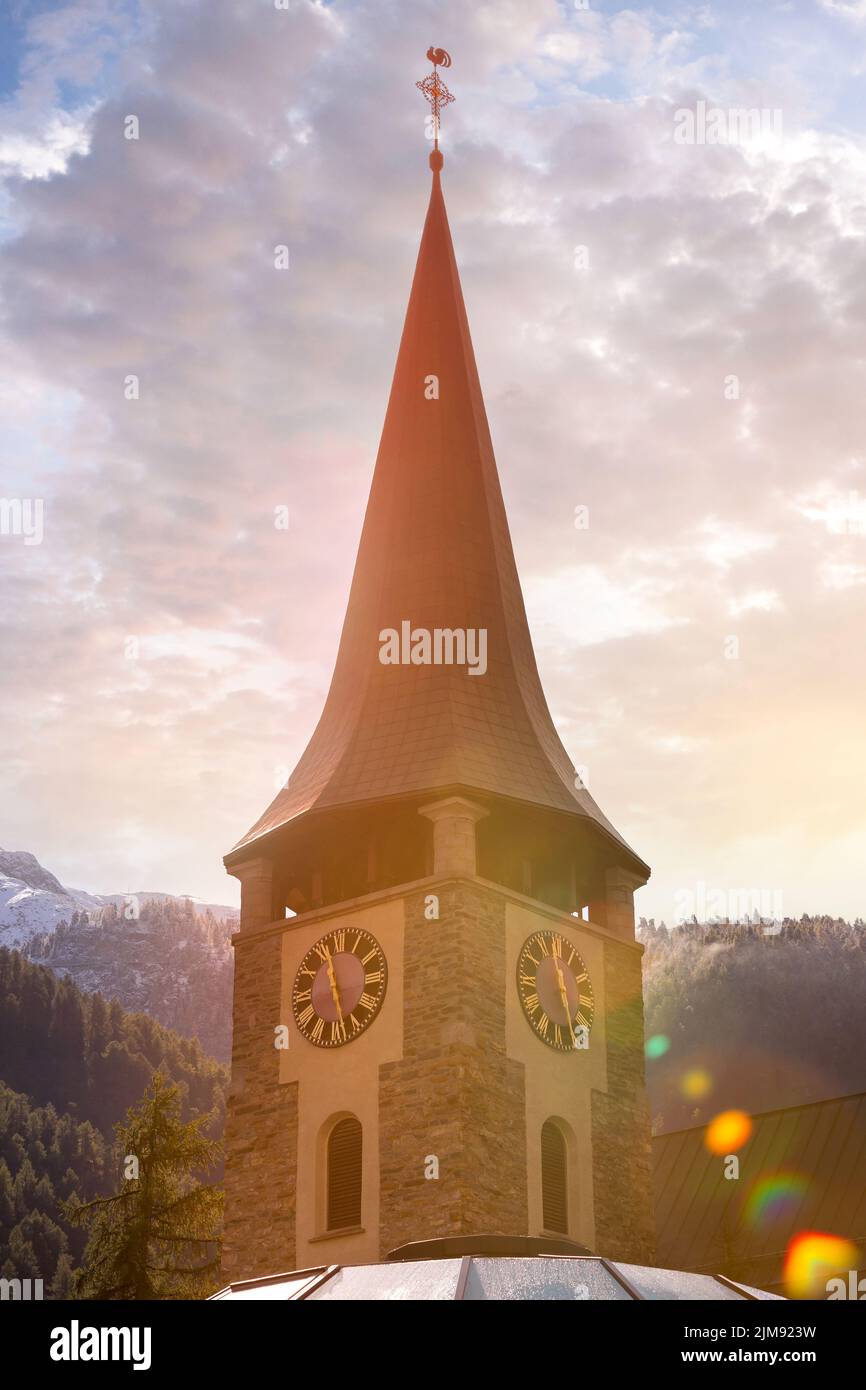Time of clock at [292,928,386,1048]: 11:28
